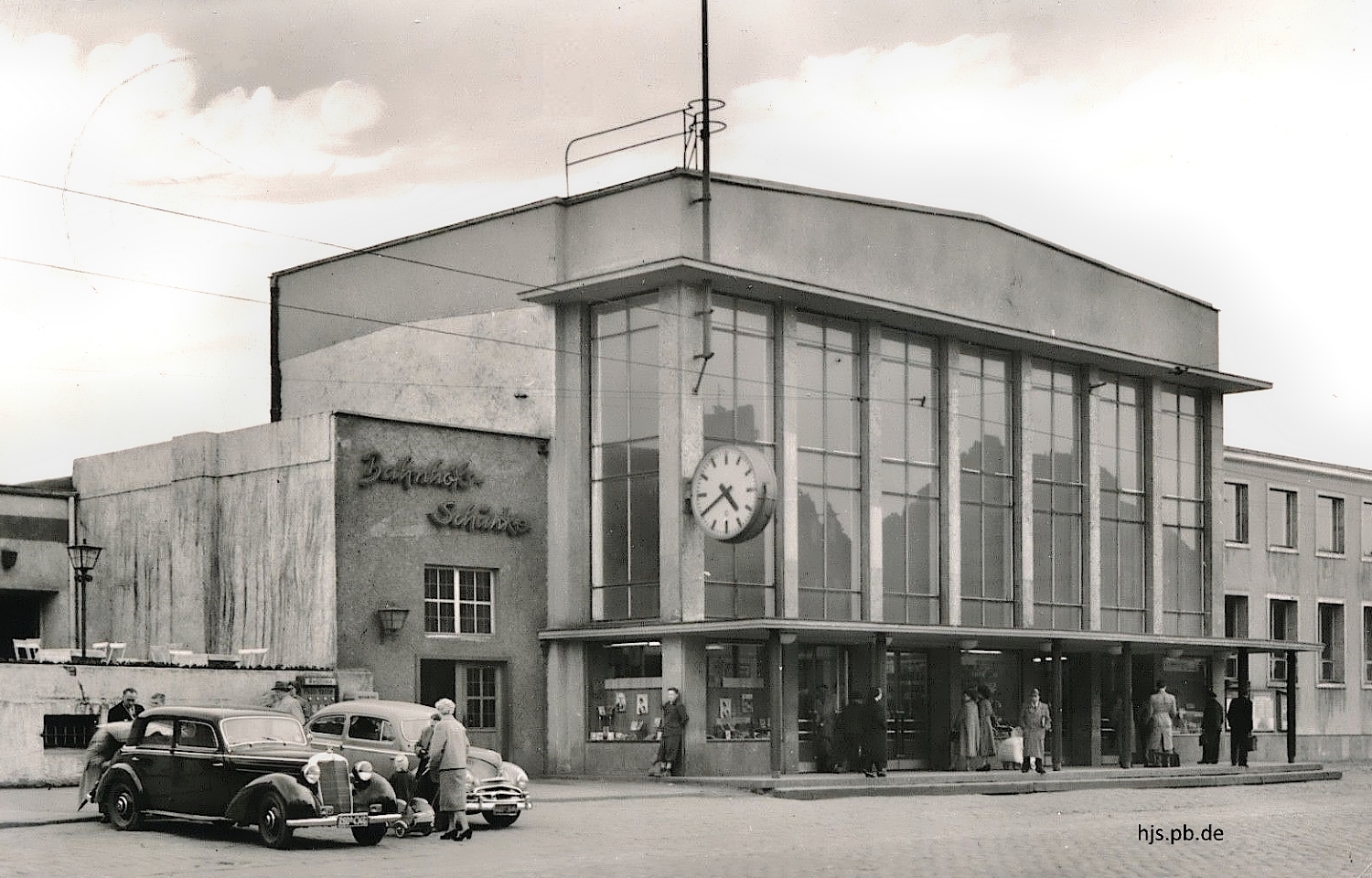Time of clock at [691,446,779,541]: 4:39
